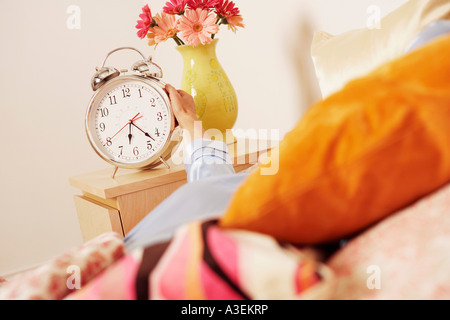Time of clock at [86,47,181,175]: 6:22
